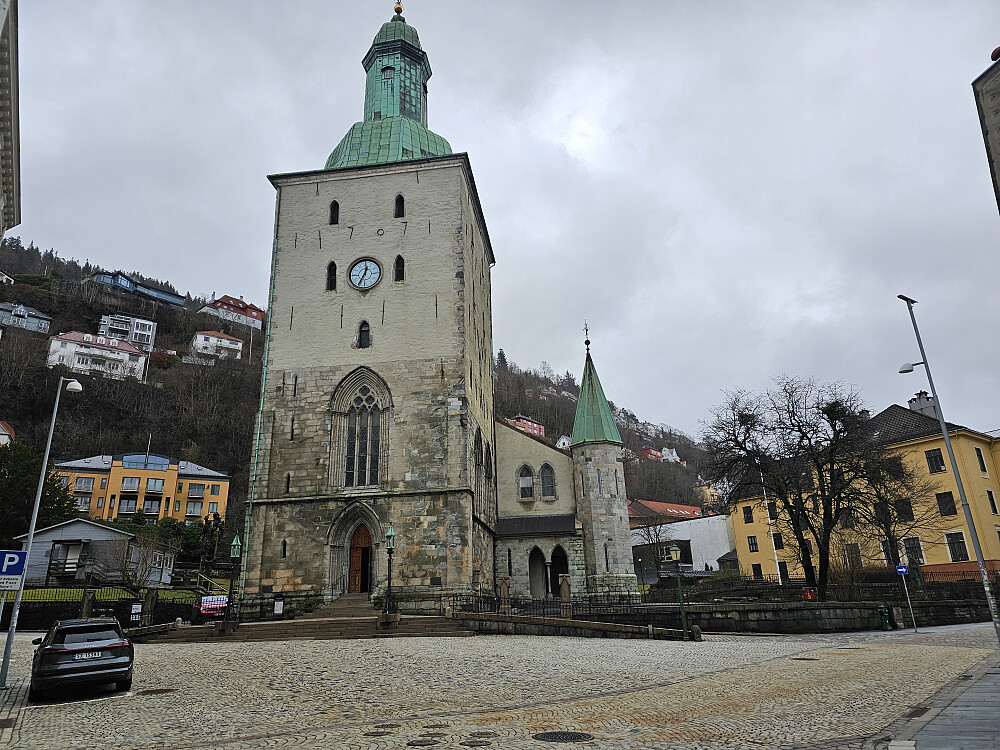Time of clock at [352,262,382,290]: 12:34
